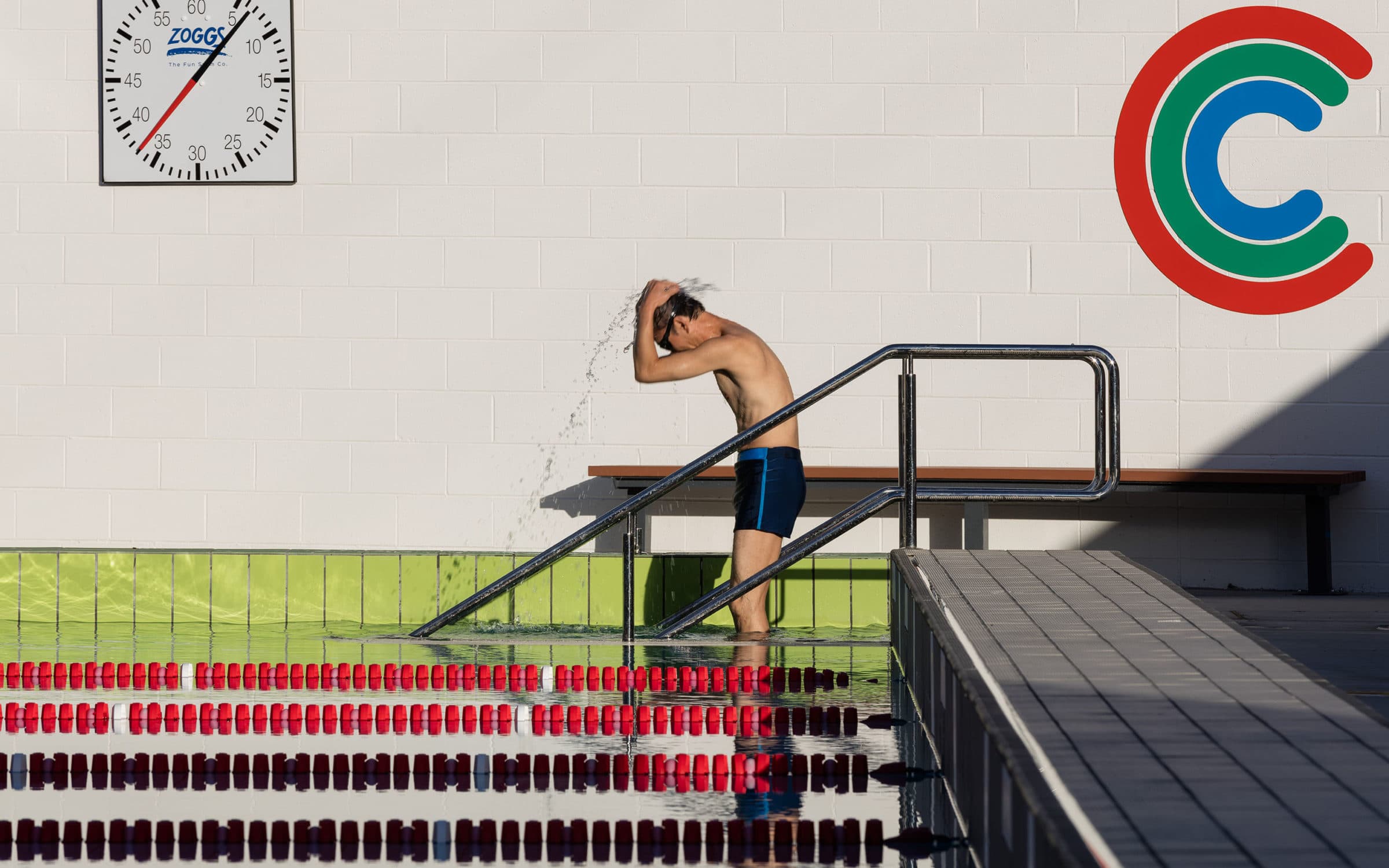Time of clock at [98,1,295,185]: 1:06
